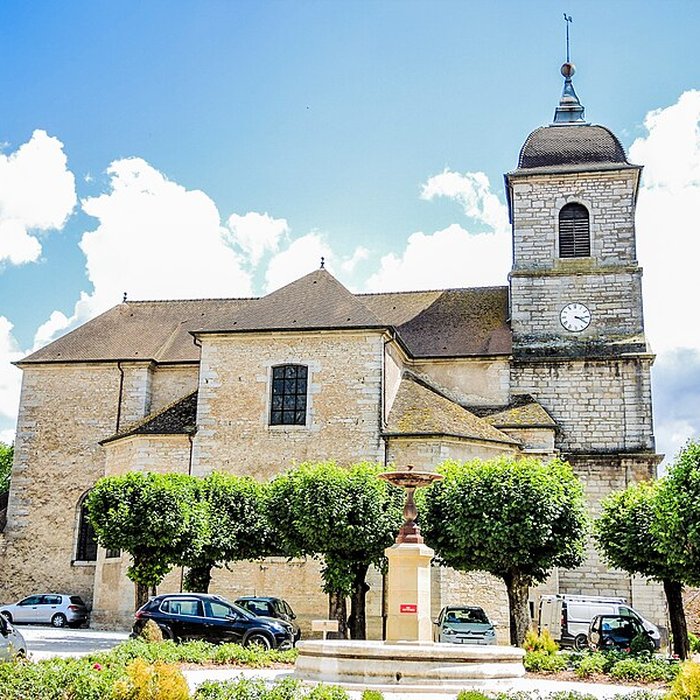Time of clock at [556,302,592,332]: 3:20
